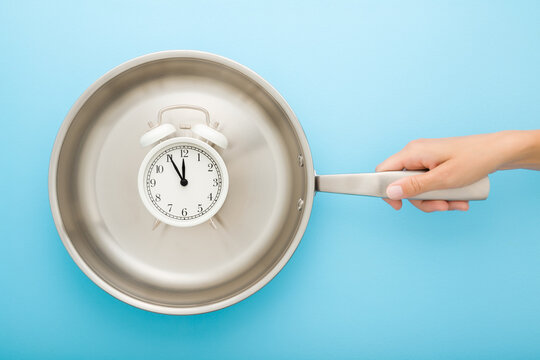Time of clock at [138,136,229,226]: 11:55
